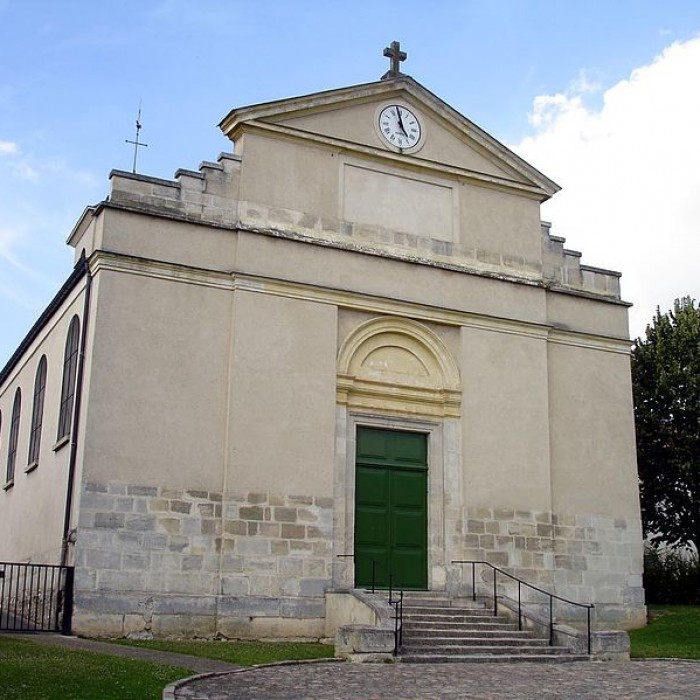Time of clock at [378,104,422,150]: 4:58
